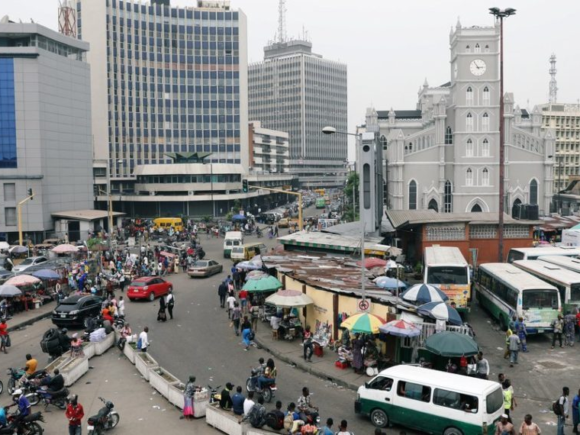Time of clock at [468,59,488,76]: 2:54
